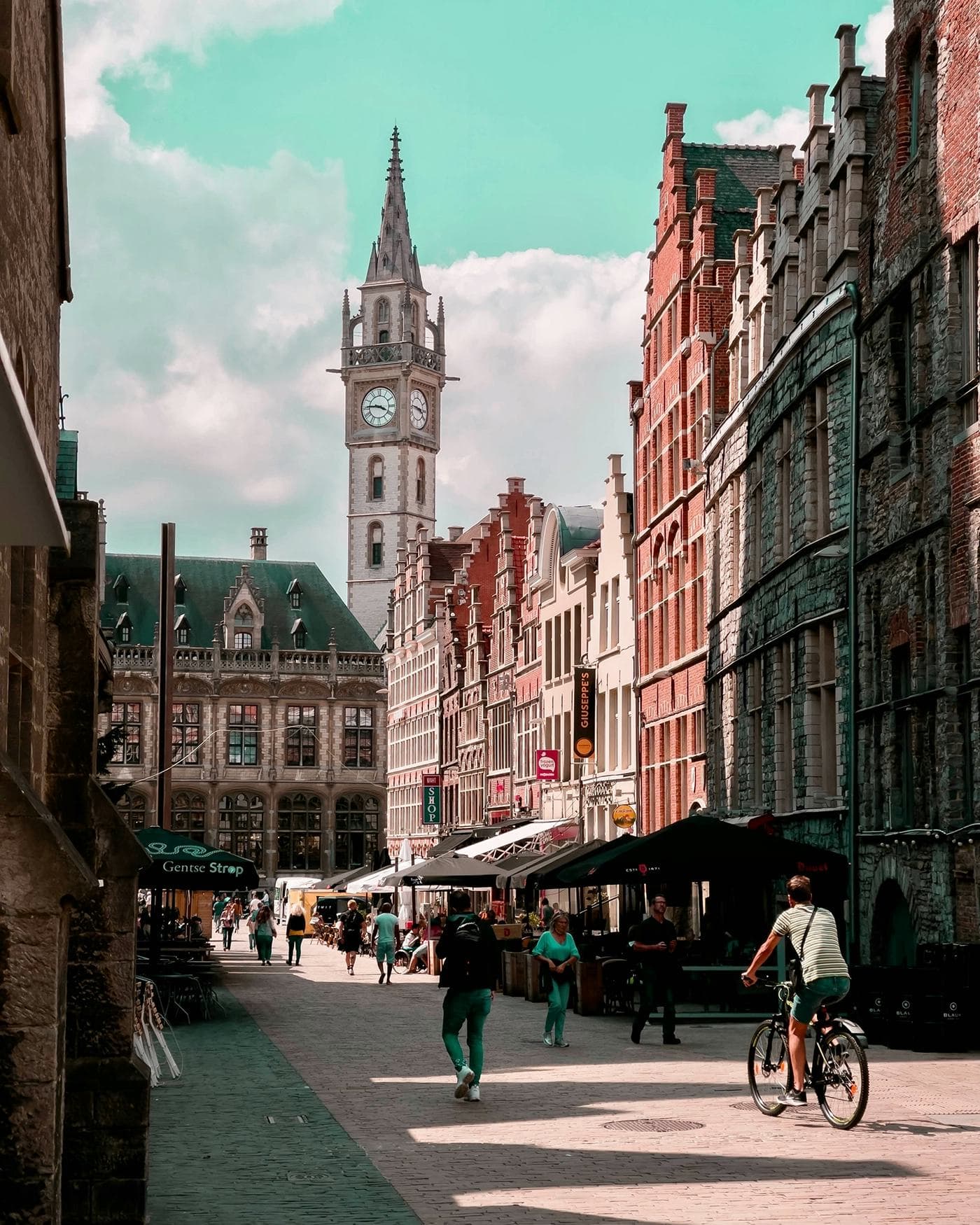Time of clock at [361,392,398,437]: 3:45
